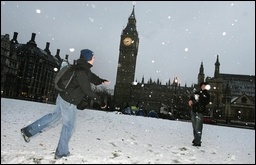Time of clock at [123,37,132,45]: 7:43
